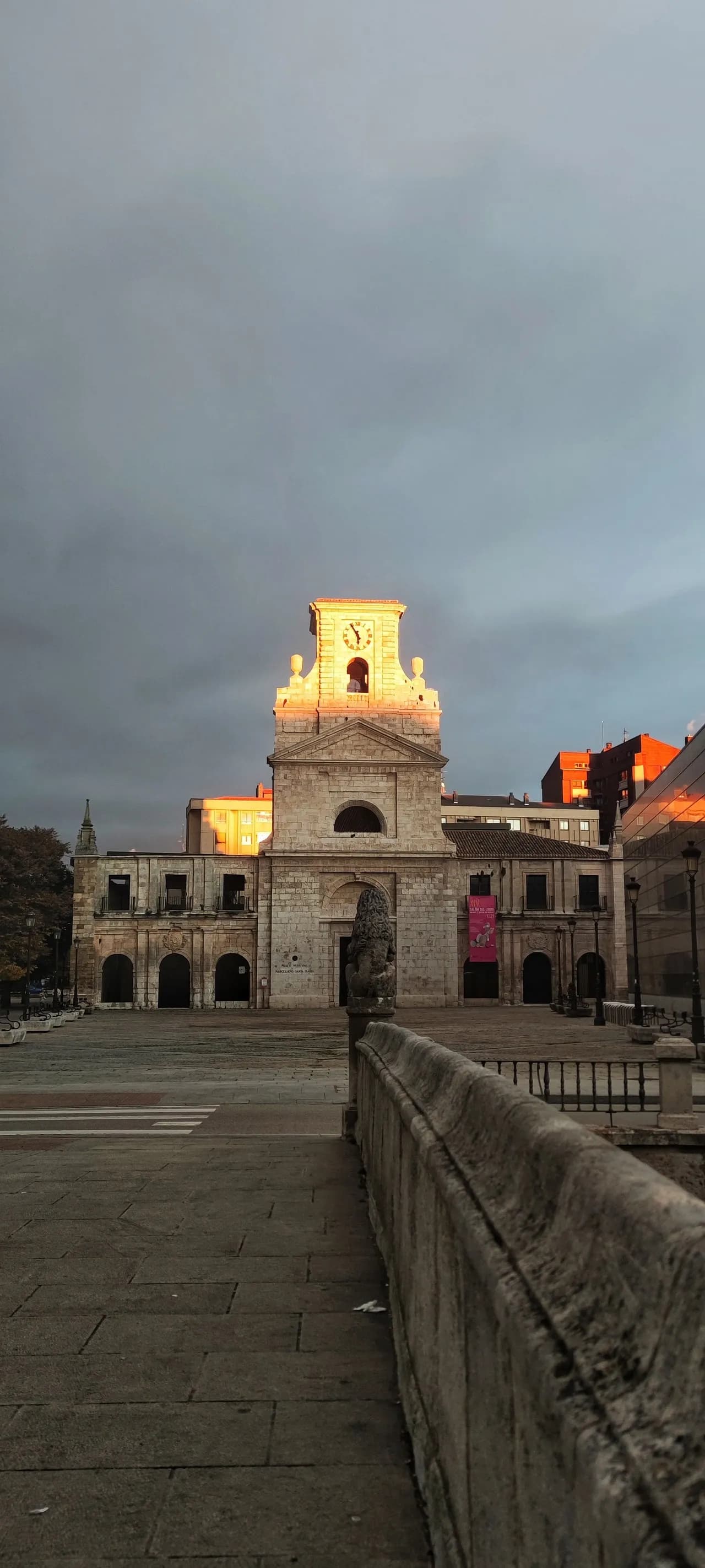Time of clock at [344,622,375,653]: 5:54
